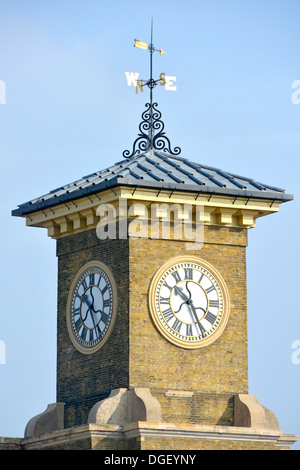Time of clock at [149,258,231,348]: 10:25
